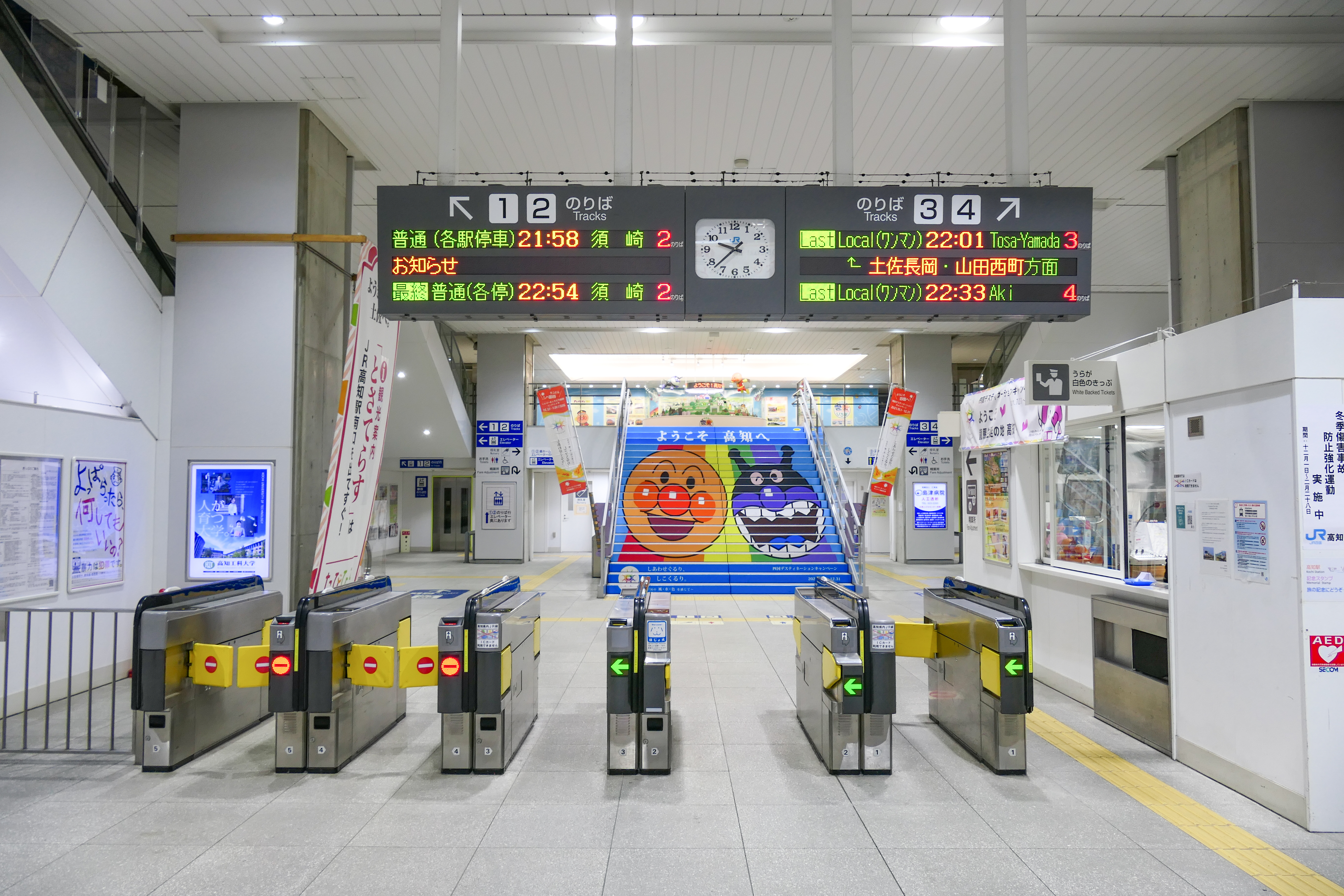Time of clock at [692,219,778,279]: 9:37
